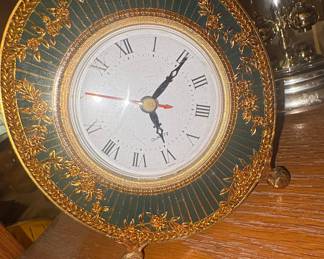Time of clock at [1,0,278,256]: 5:05
